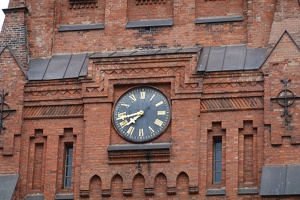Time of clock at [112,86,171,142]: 7:42
